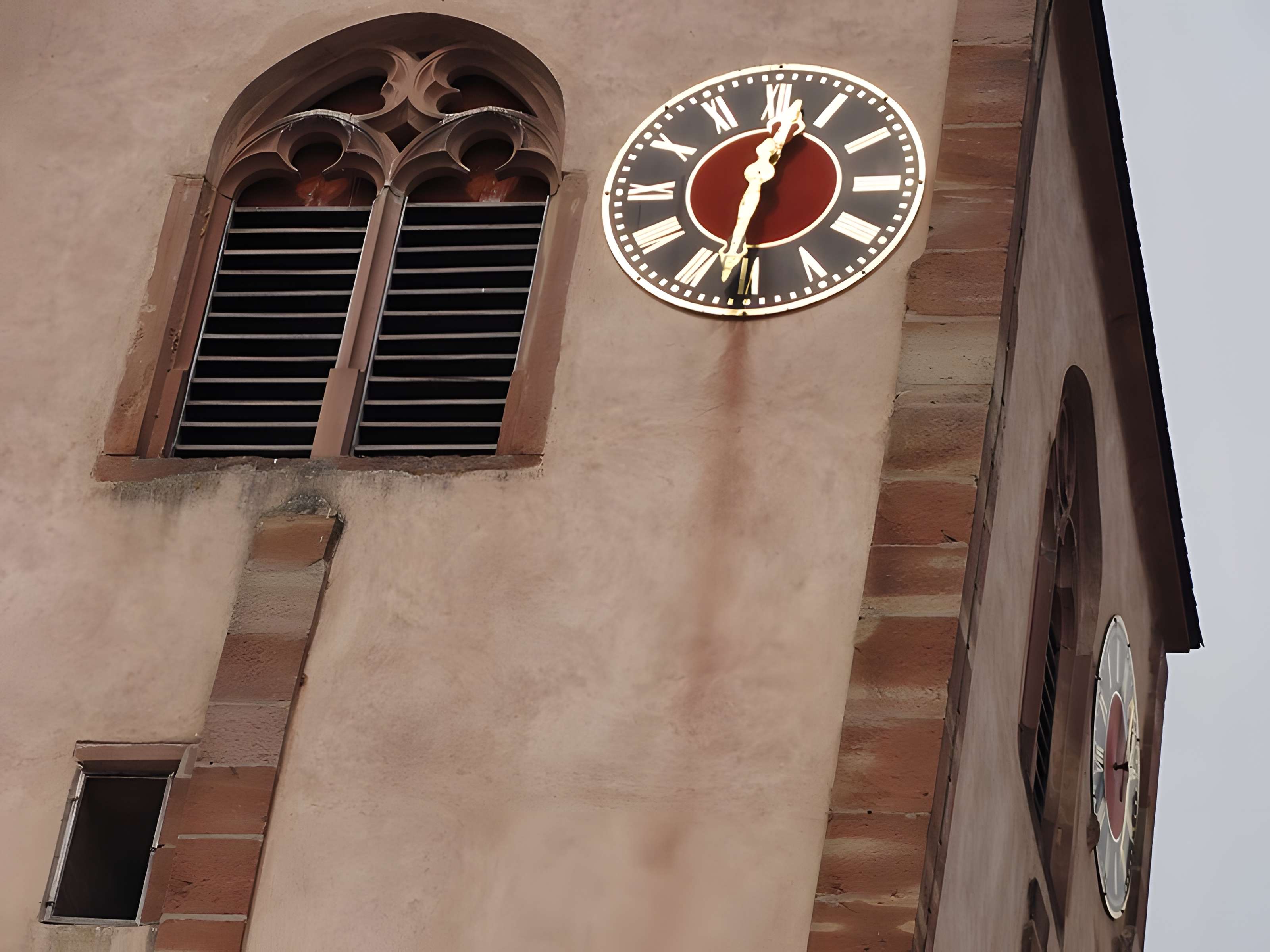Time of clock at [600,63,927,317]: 12:31
